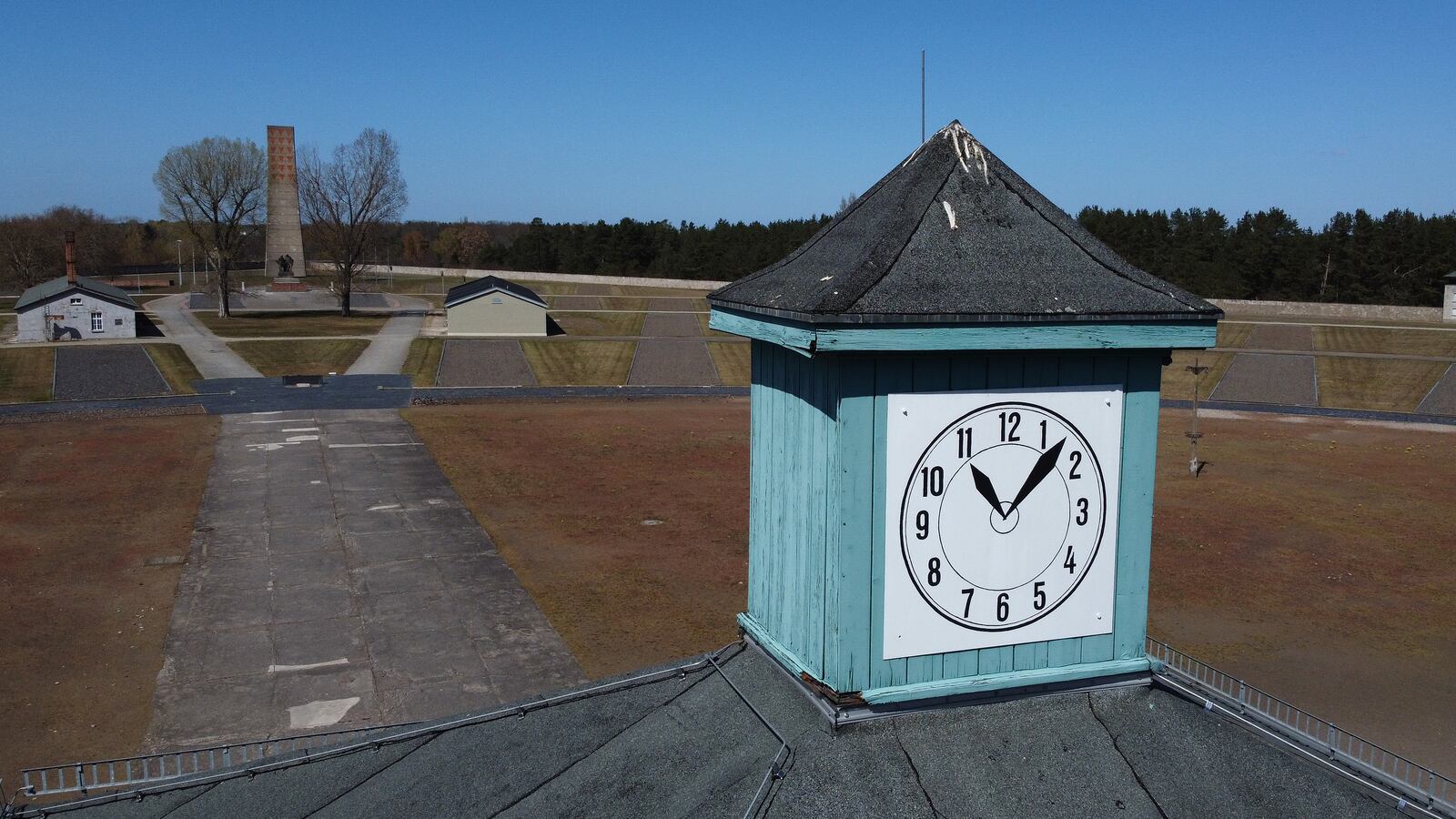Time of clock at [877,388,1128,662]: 11:07
